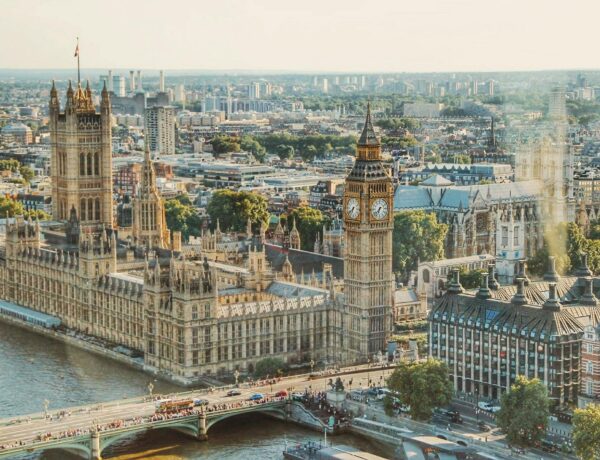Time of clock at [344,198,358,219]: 6:38
